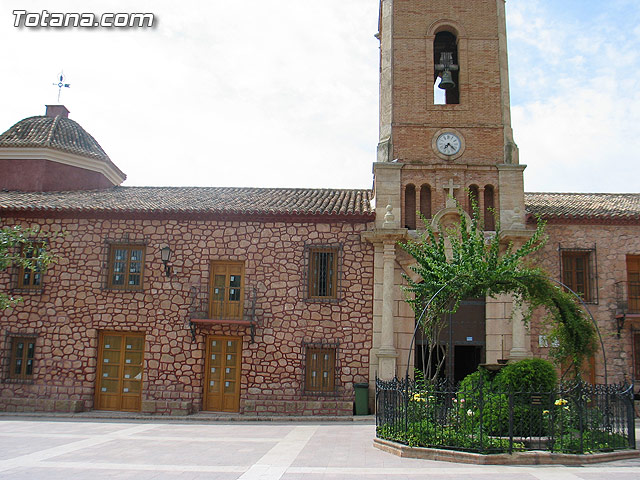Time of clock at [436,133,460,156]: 7:22
